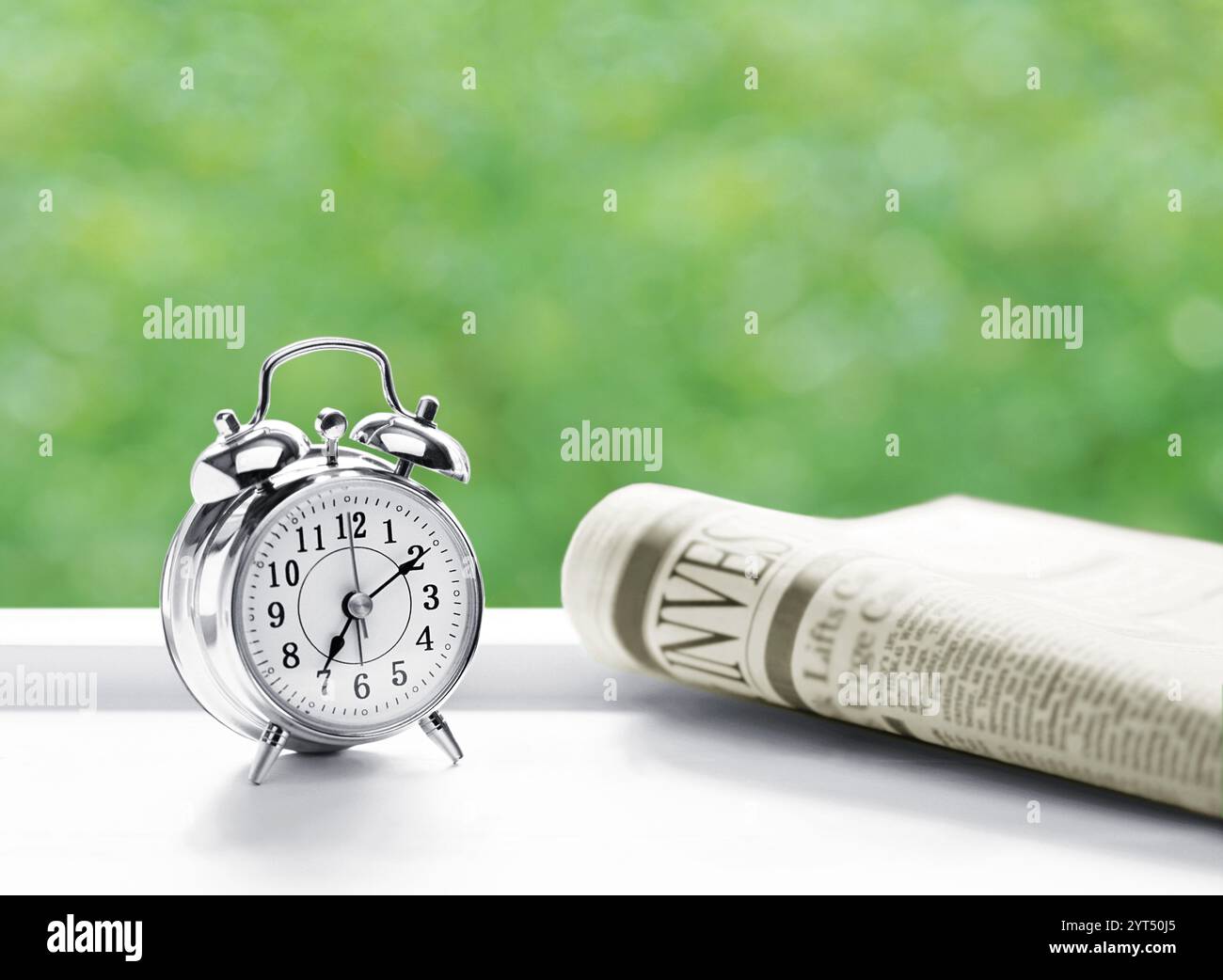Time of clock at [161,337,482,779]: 7:09
